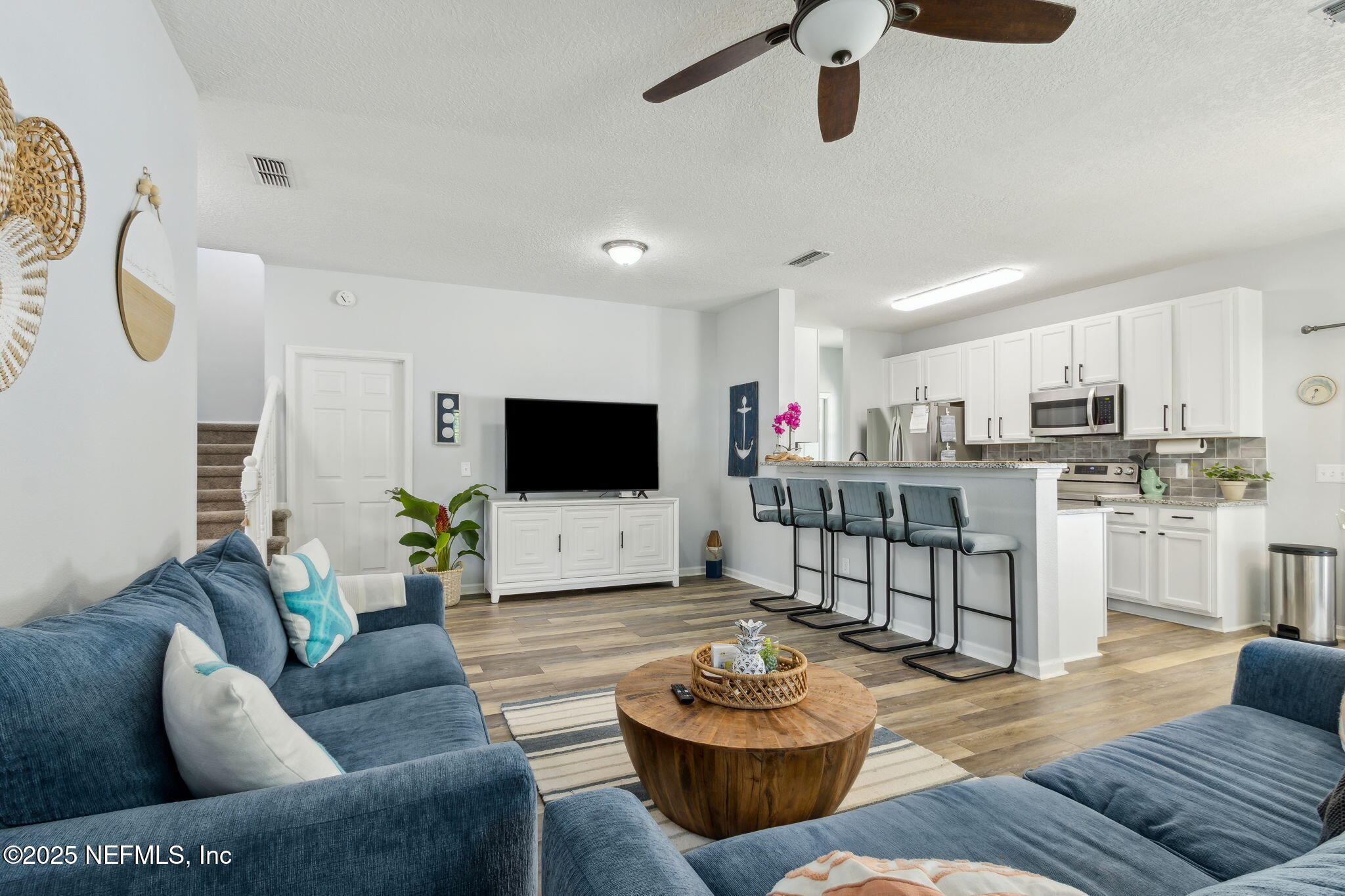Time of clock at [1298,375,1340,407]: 6:32
